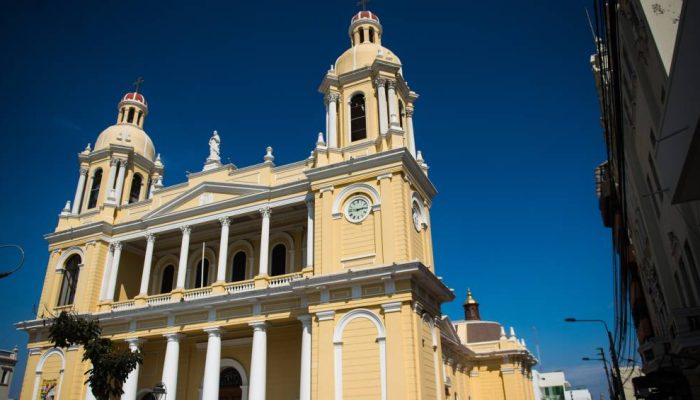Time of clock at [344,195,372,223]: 2:46
